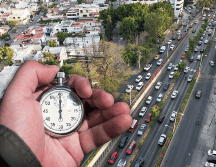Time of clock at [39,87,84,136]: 6:00
